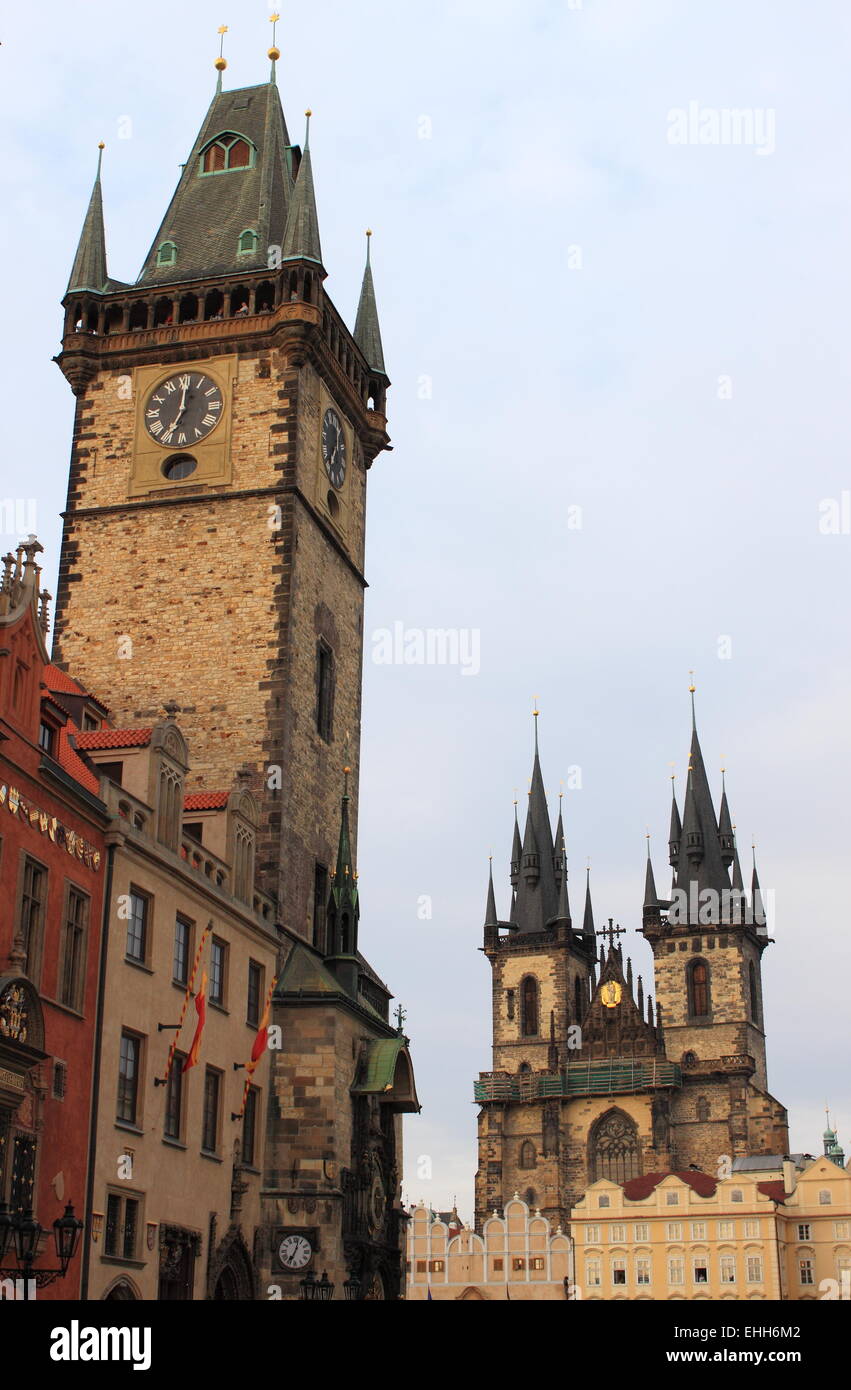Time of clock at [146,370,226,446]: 7:00
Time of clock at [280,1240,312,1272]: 7:02
